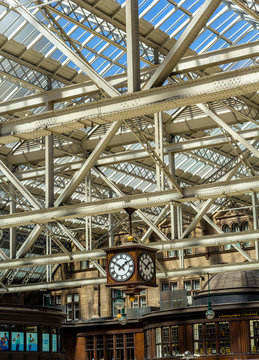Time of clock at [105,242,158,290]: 1:50
